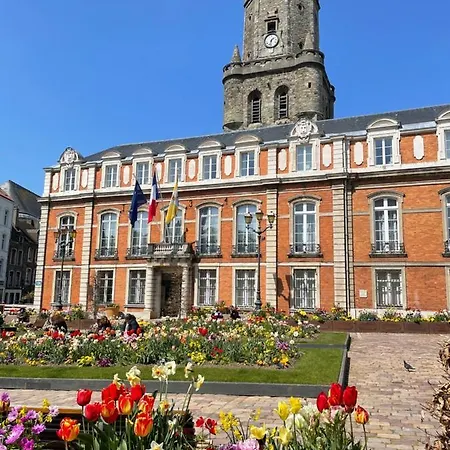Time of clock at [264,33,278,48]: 1:32
